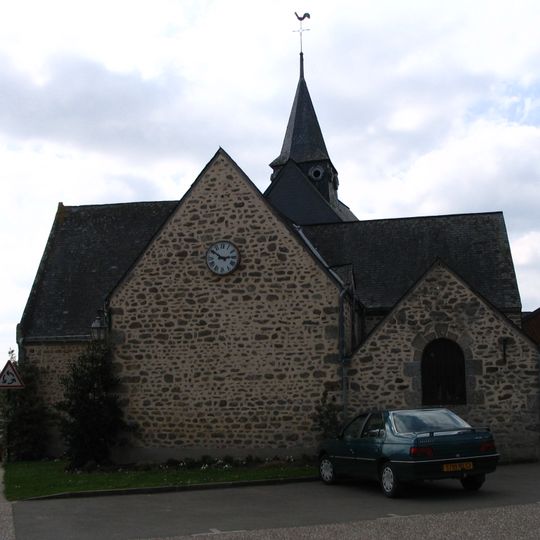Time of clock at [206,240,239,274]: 2:50
